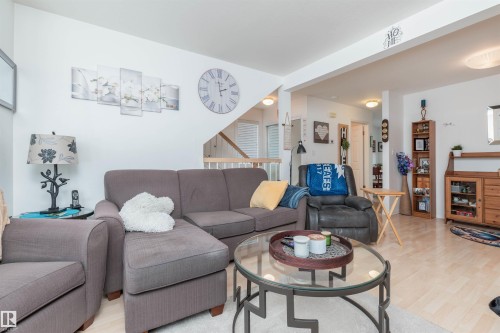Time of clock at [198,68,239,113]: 1:59
